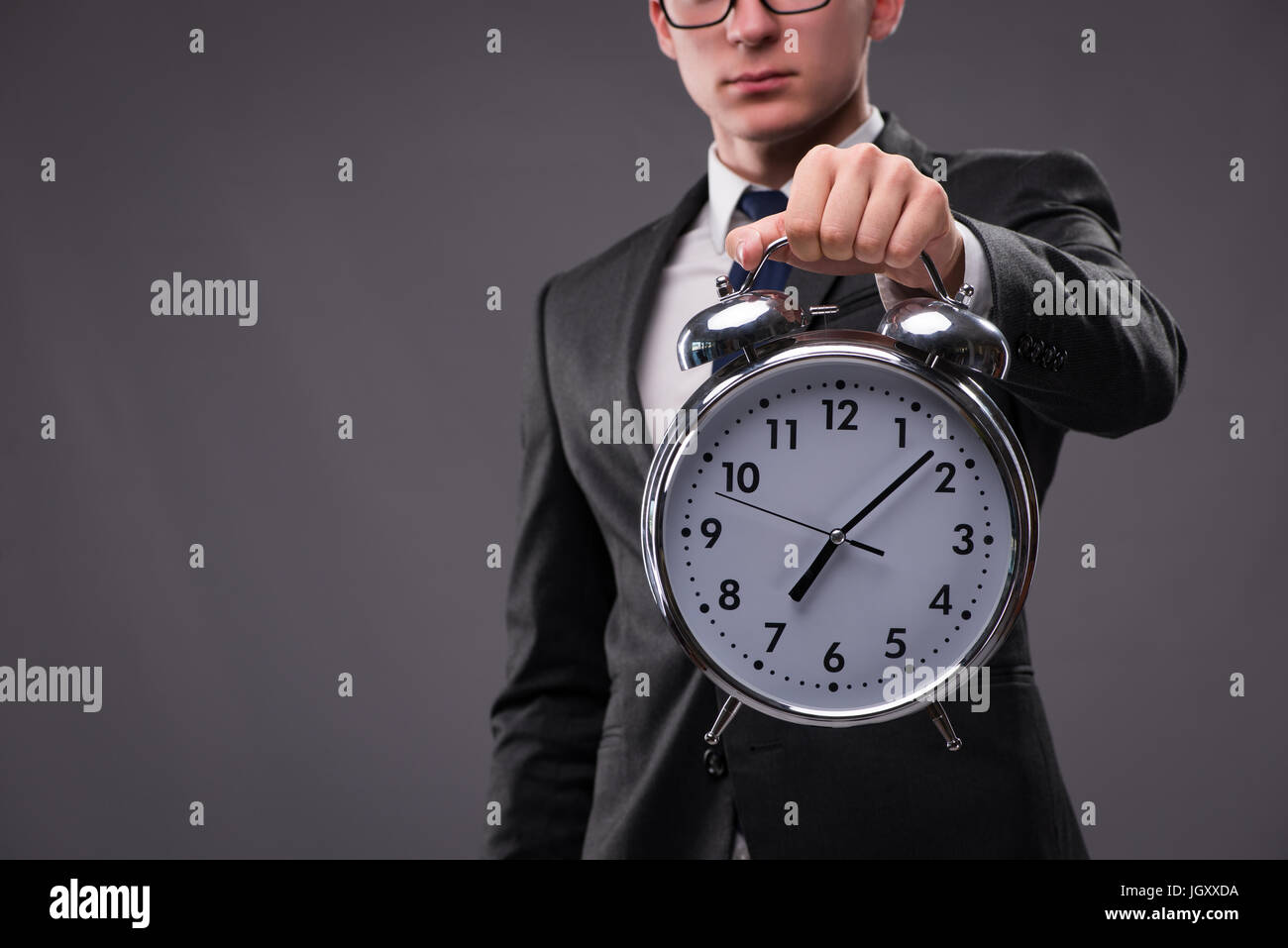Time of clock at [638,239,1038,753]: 7:08
